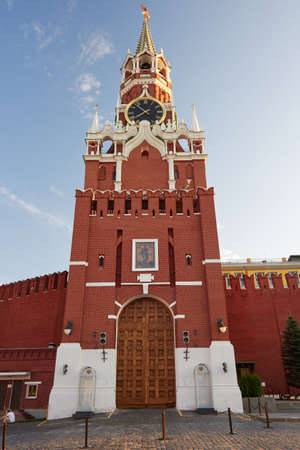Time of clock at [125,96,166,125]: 7:52
